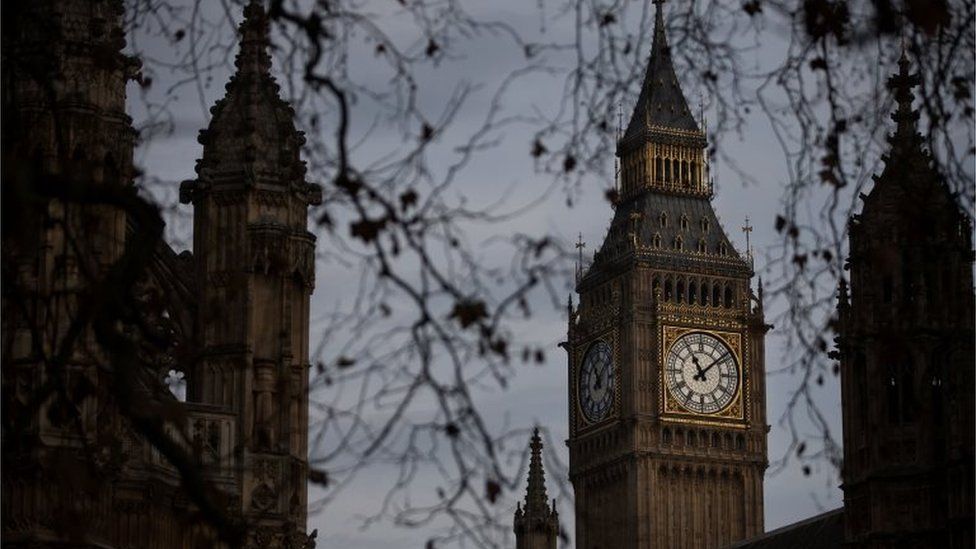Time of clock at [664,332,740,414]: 11:08
